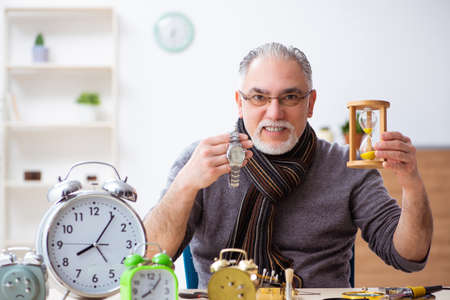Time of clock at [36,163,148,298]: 8:05
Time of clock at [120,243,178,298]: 8:06
